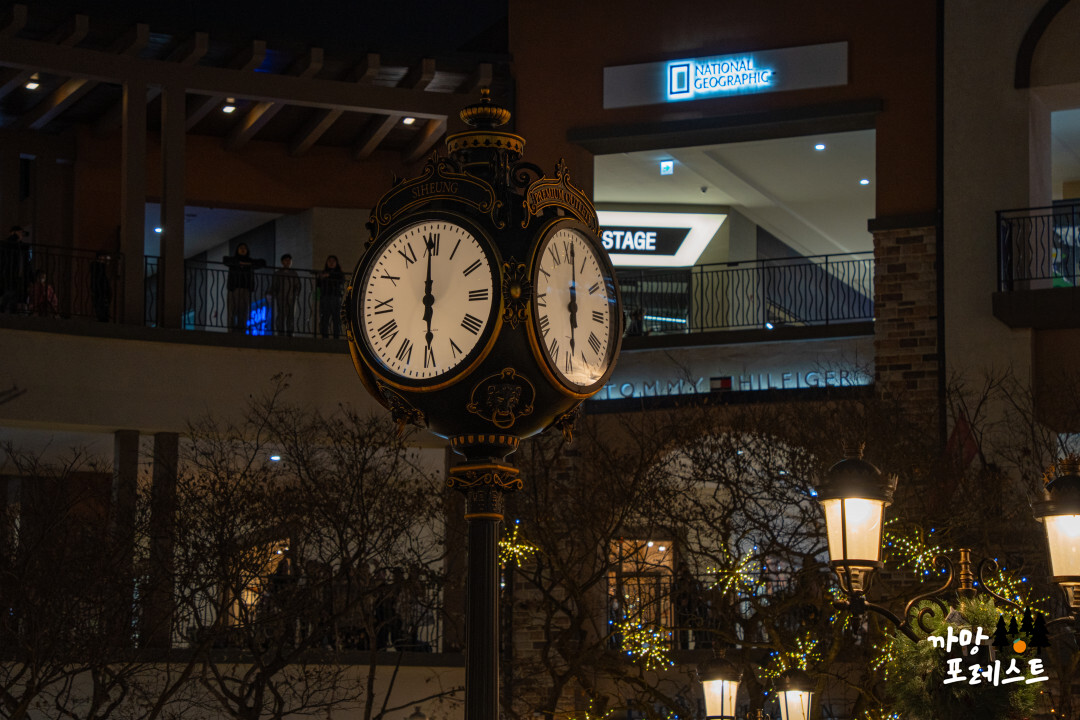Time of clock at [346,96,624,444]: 6:00
